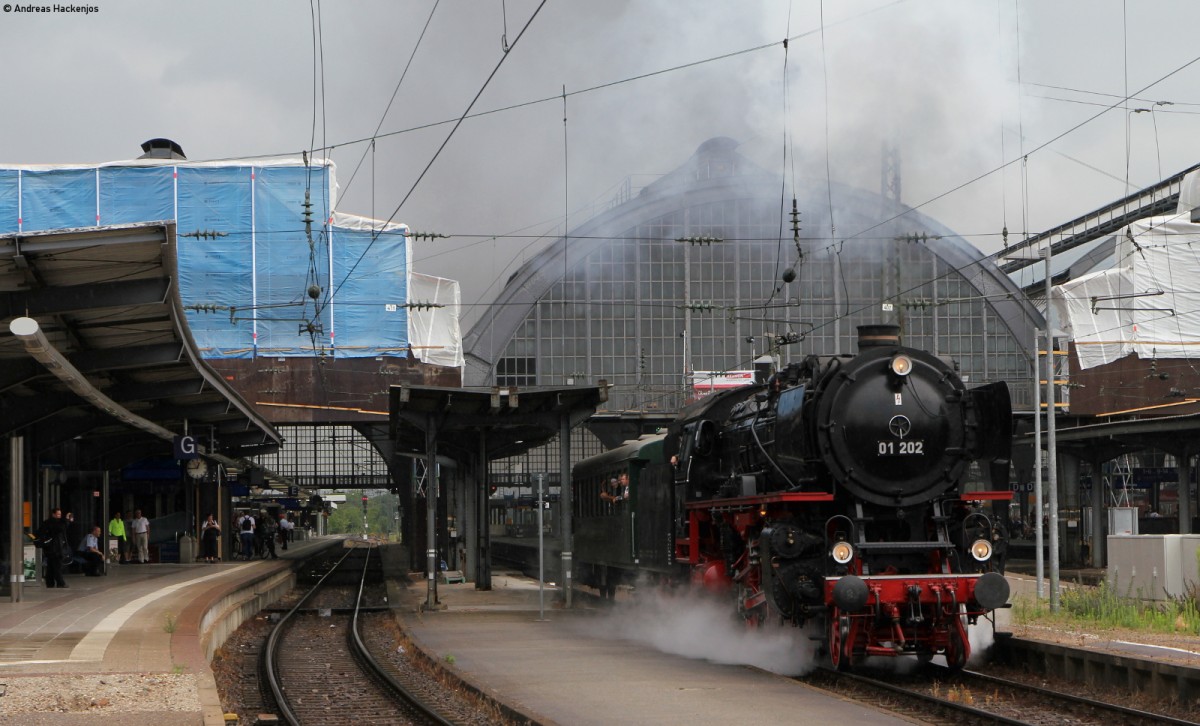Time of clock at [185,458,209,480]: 12:44
